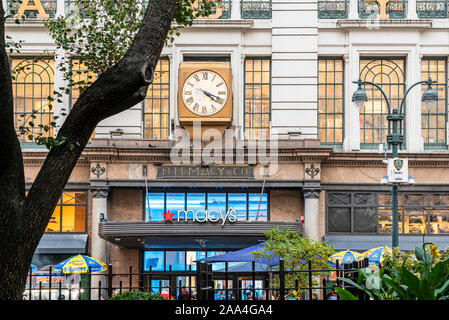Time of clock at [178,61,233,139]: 4:18
